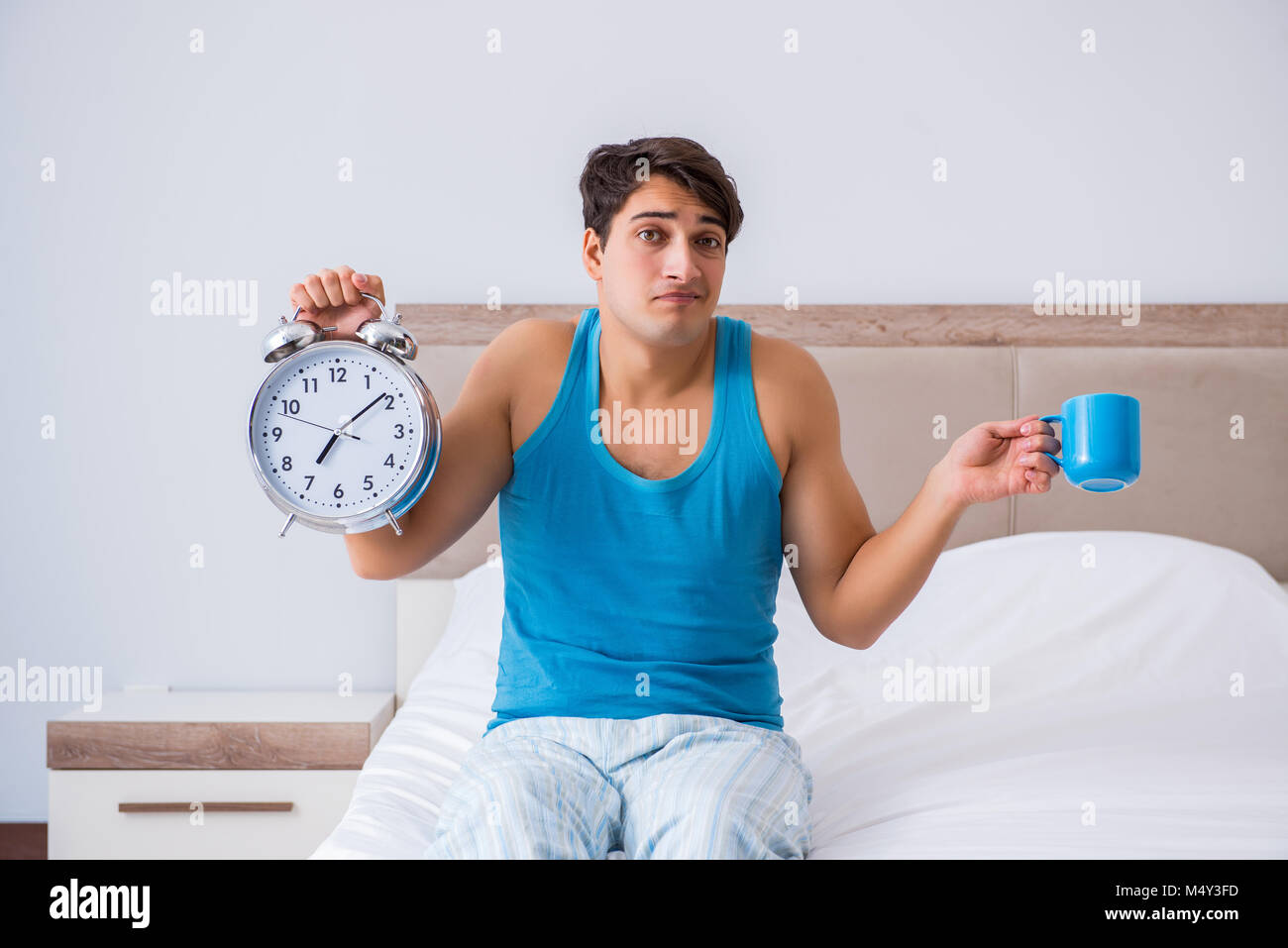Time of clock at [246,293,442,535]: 7:08
